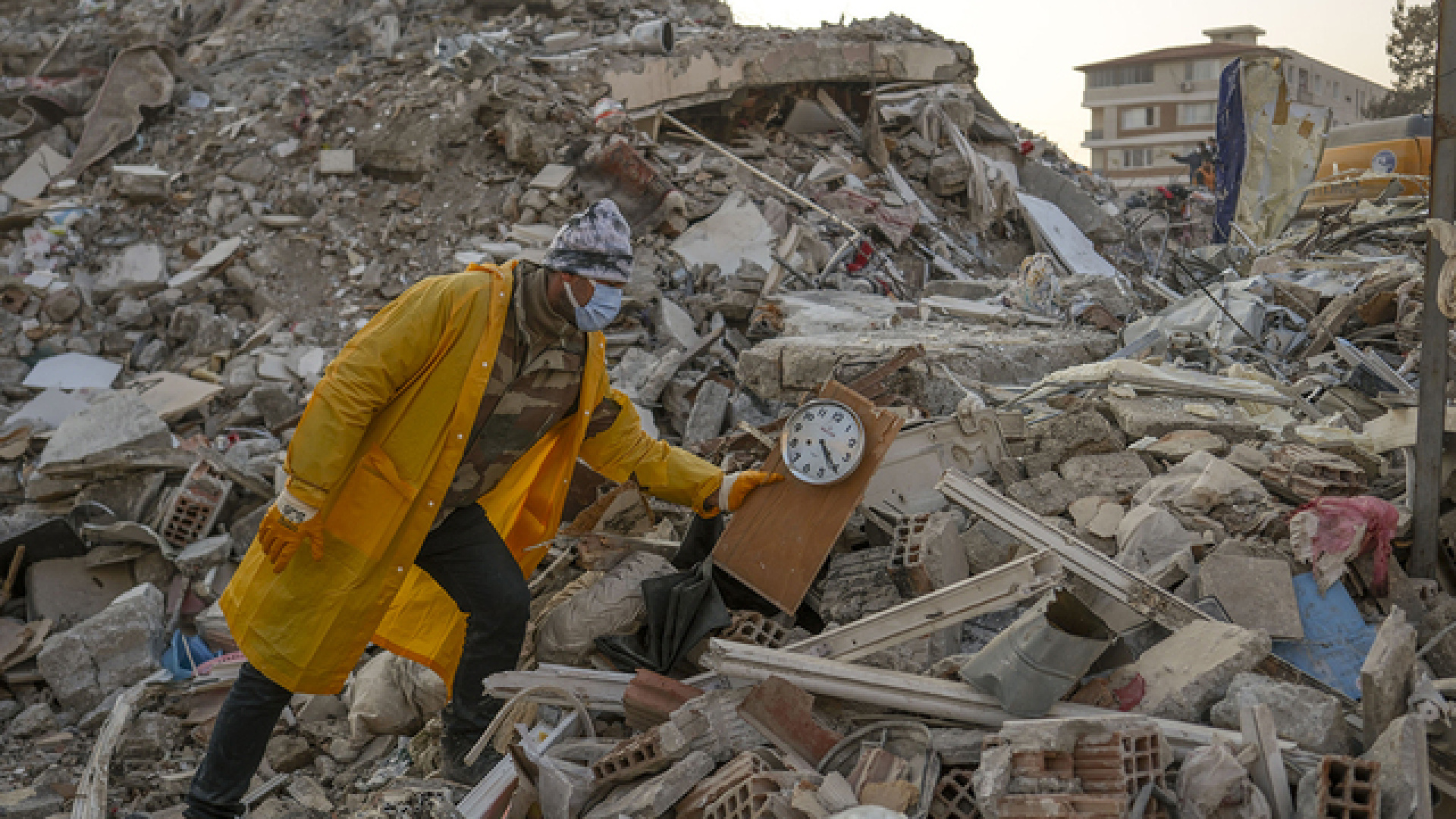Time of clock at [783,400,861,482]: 5:25
